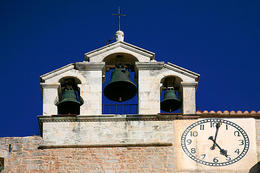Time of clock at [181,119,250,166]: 5:01
